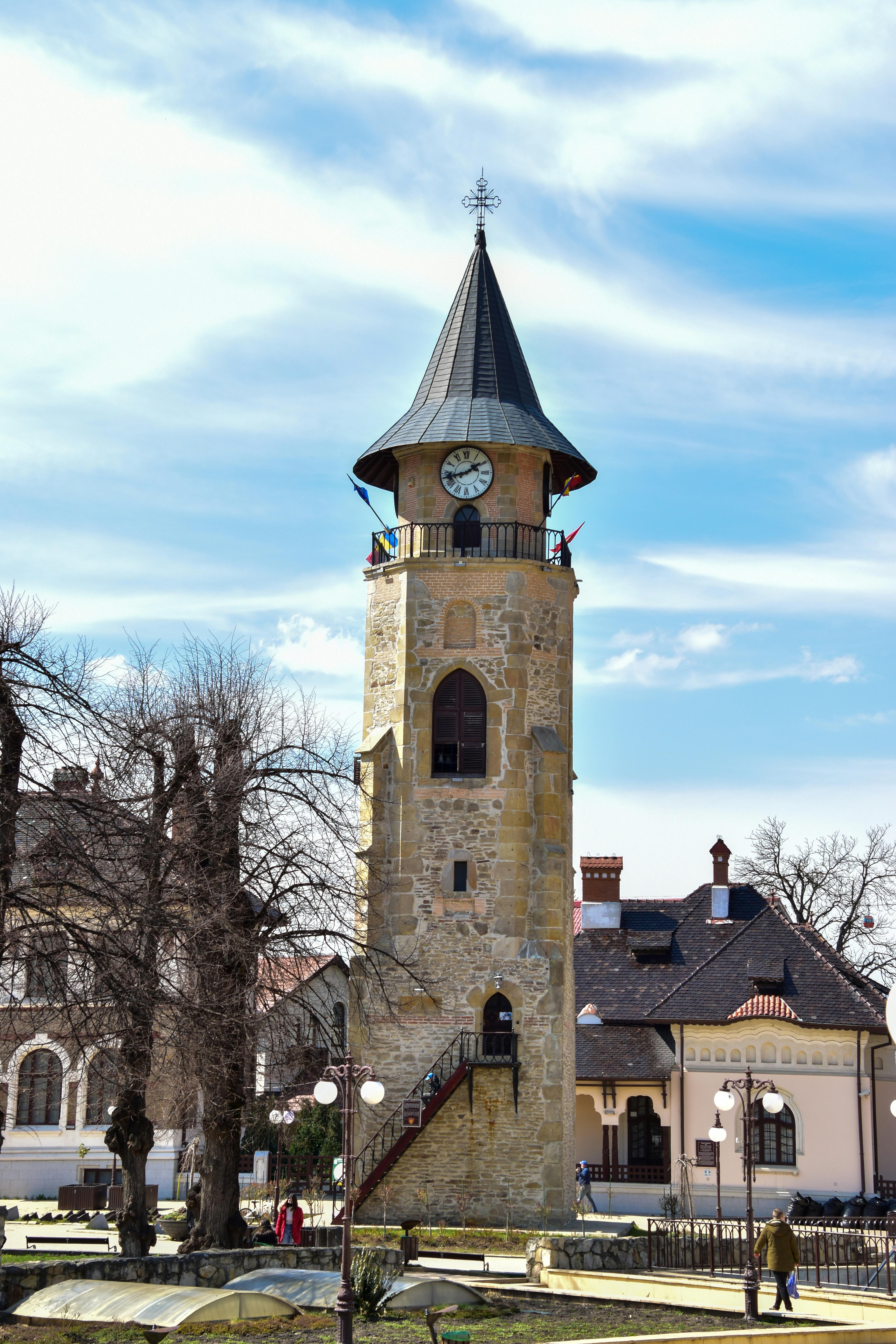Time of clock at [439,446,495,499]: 1:43
